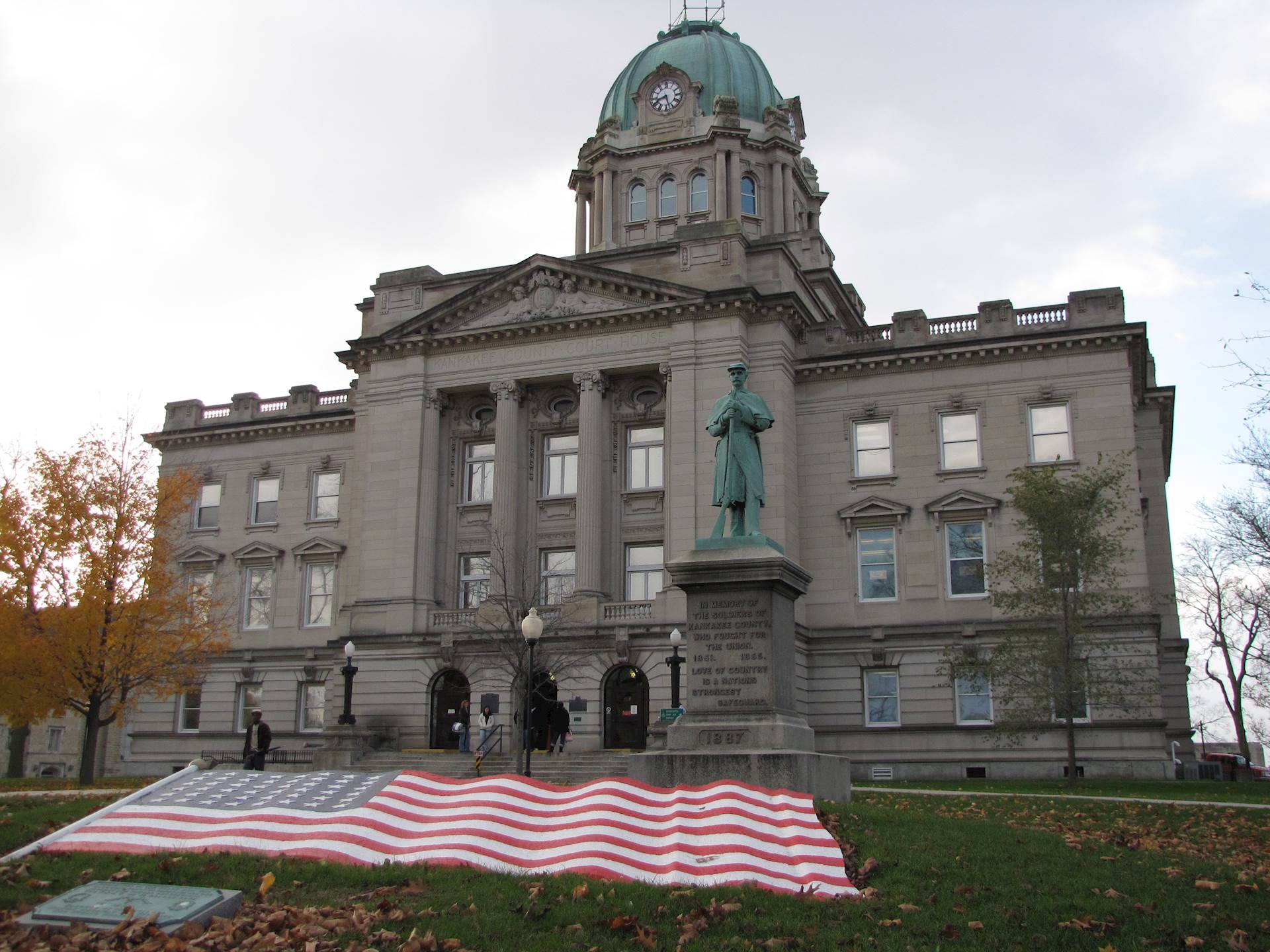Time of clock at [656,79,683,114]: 8:27
